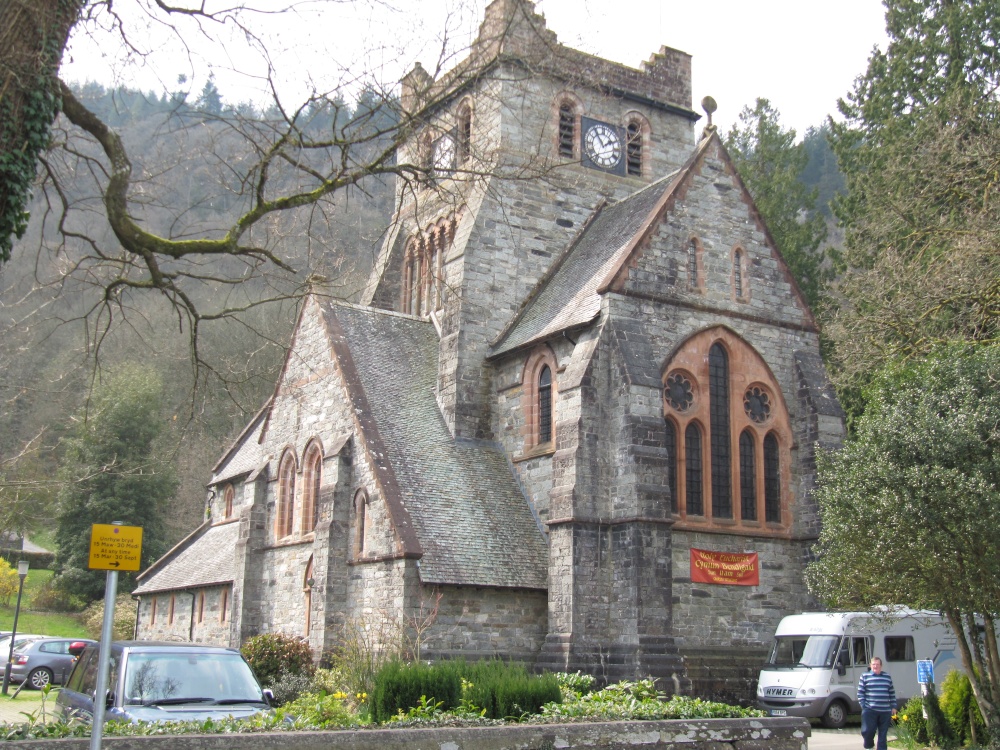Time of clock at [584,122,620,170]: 1:54
